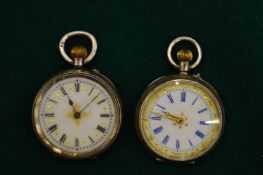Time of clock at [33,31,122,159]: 11:07
